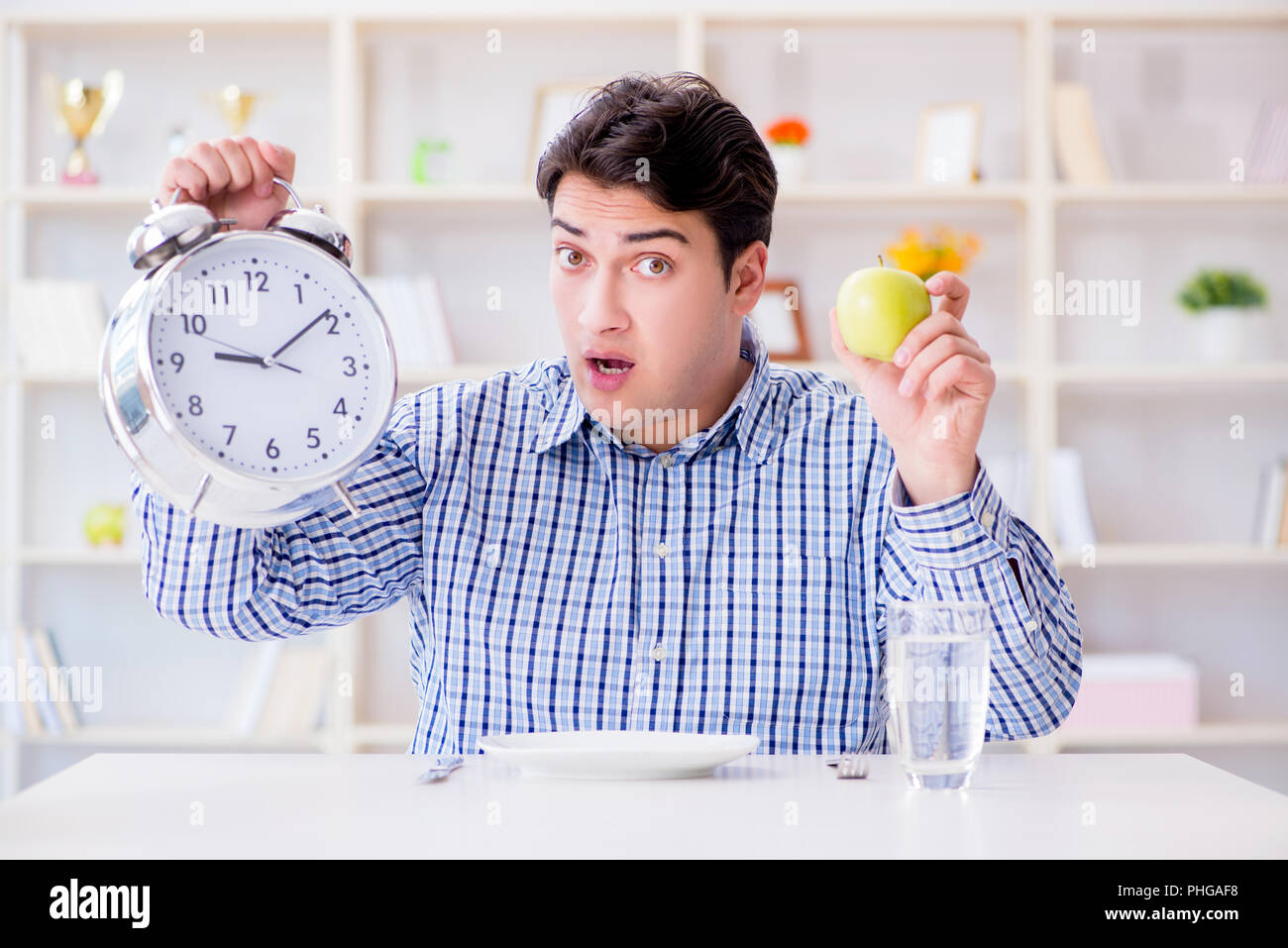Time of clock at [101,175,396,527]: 9:09
